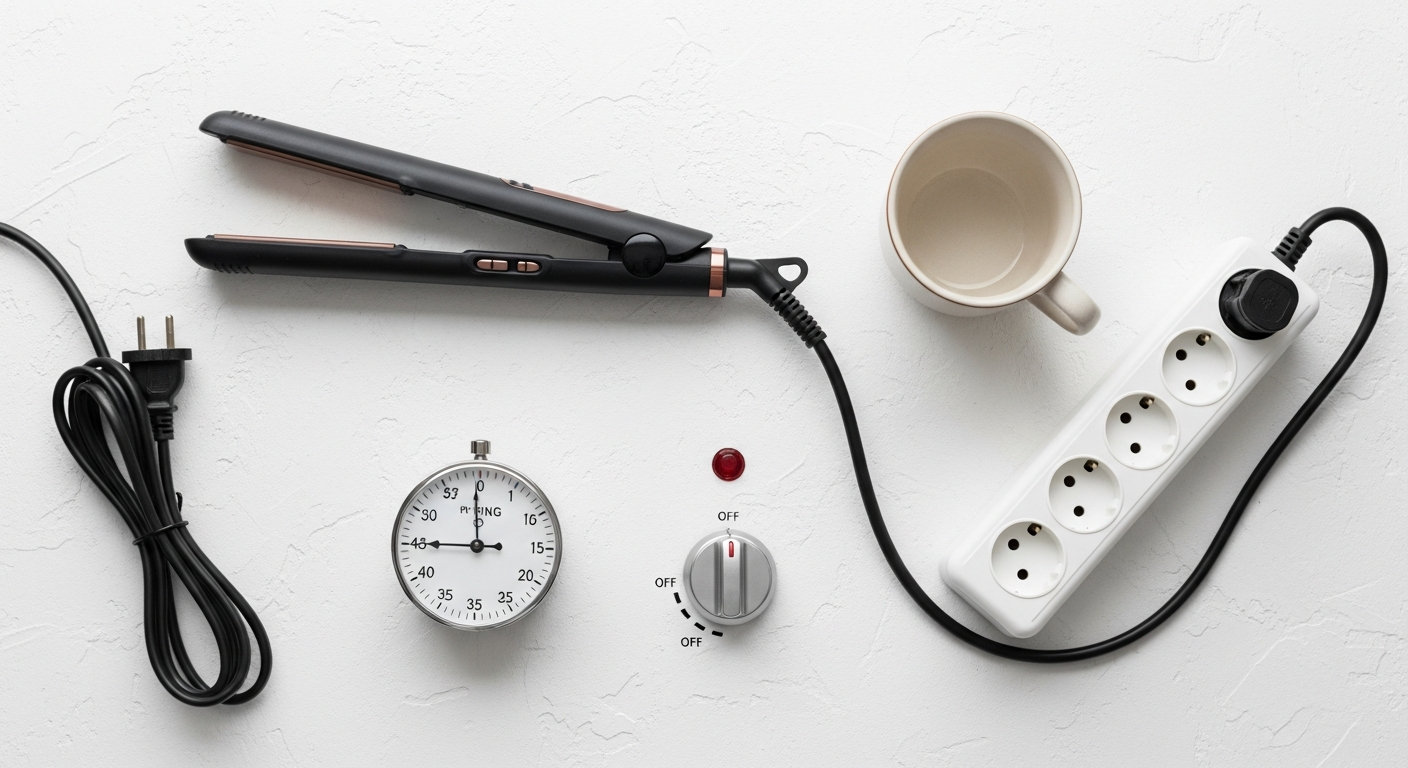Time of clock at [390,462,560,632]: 8:59
